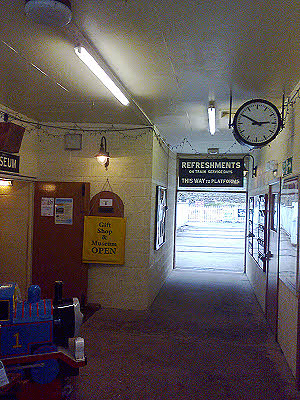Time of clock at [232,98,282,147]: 2:50
